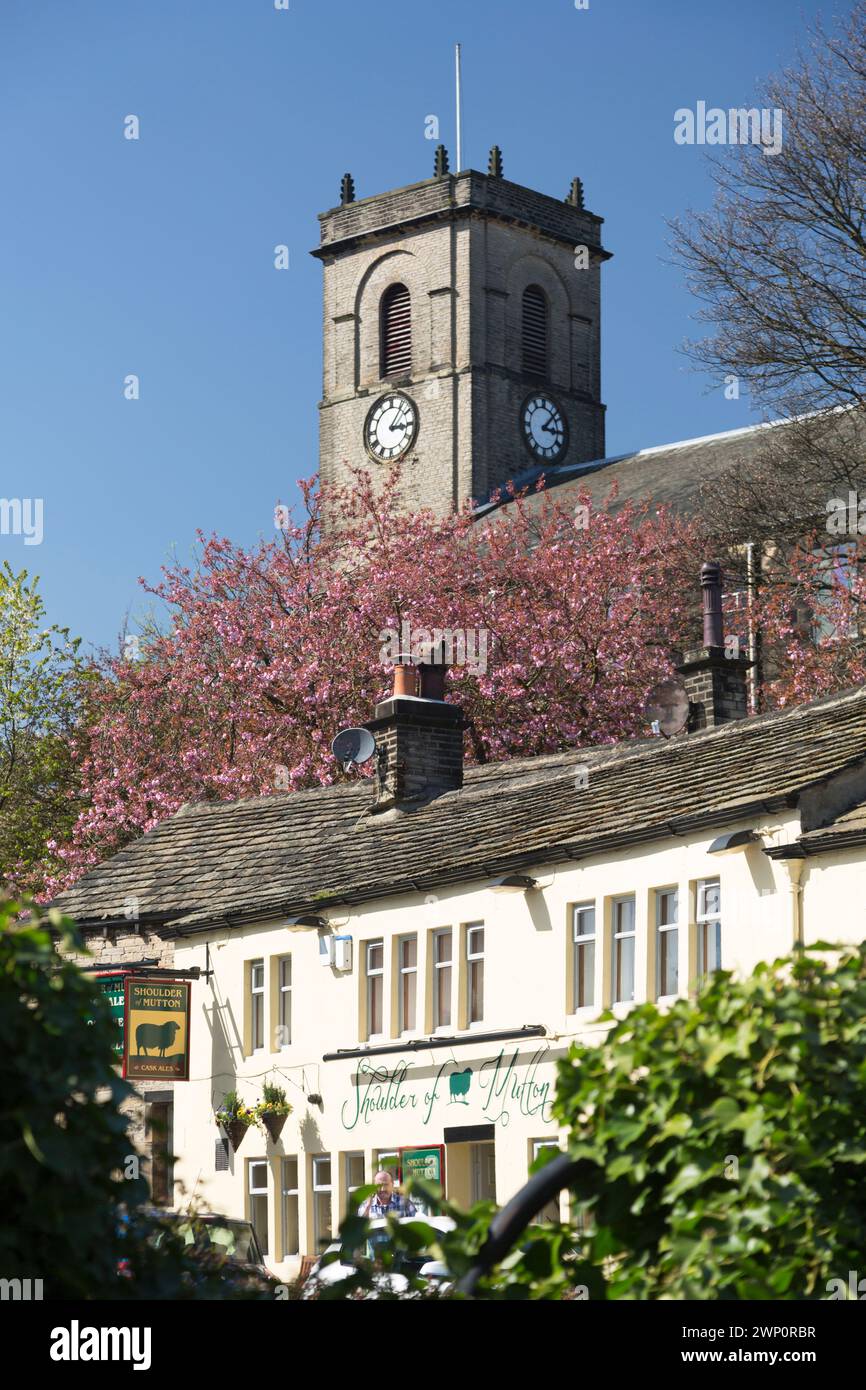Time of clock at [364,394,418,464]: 3:06
